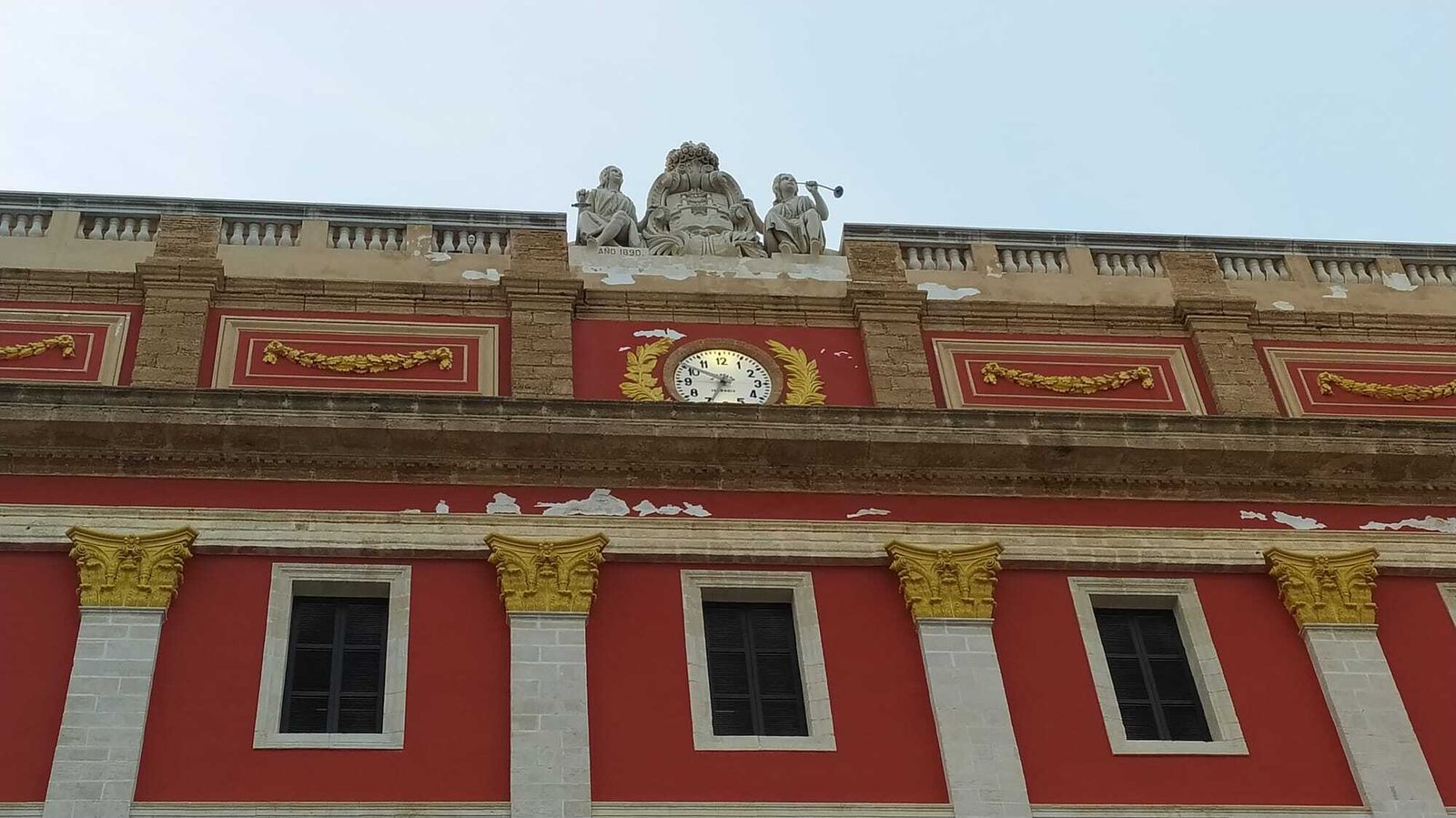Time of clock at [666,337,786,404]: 6:50
